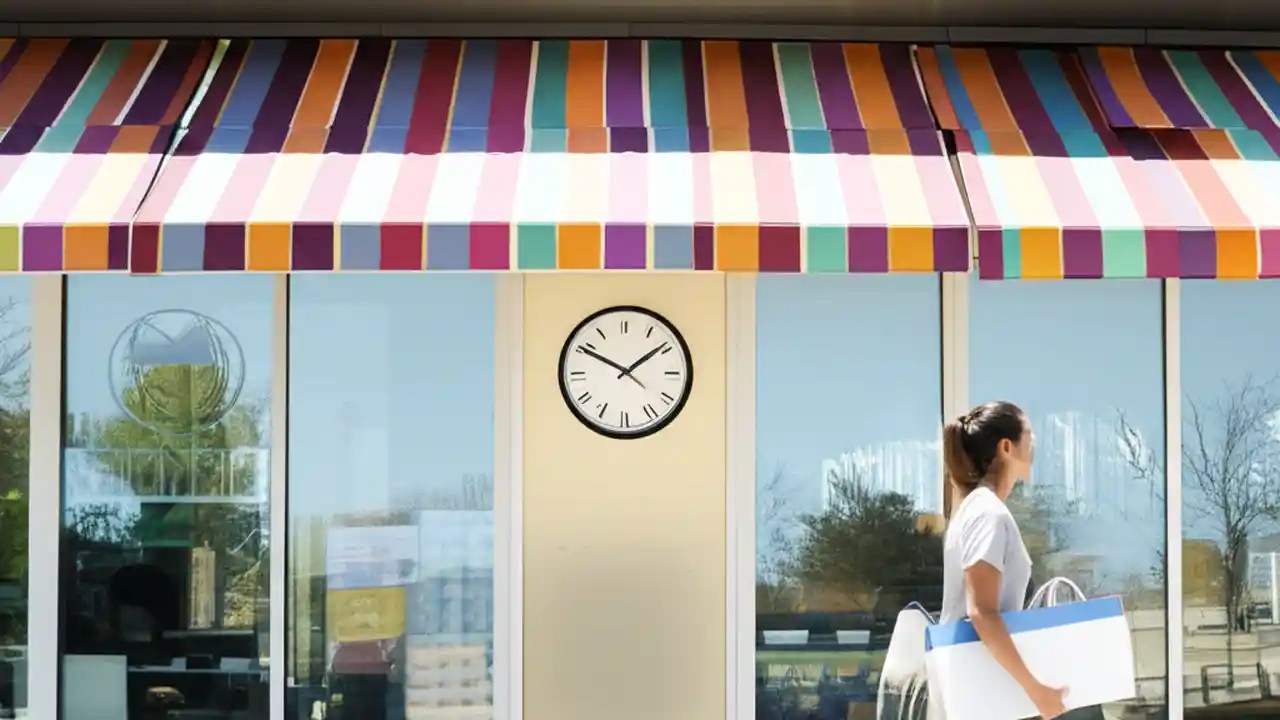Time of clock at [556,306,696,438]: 1:50
